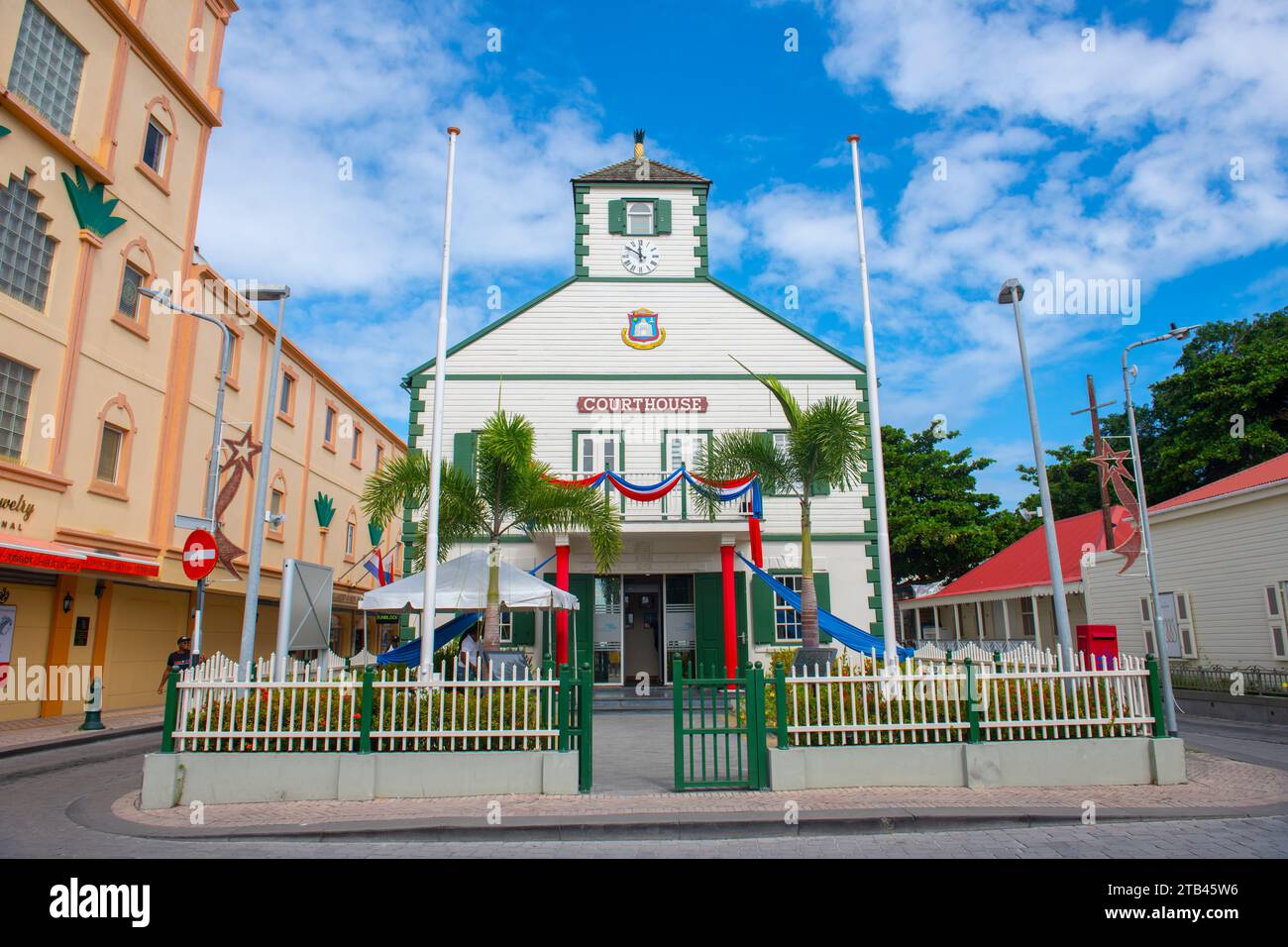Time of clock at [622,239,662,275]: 11:50
